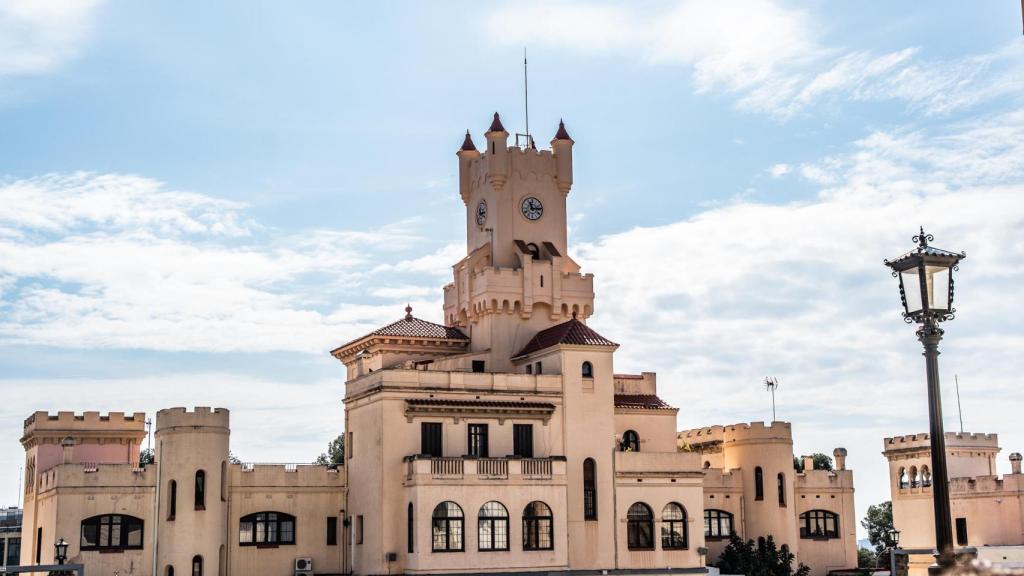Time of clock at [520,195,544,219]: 11:13
